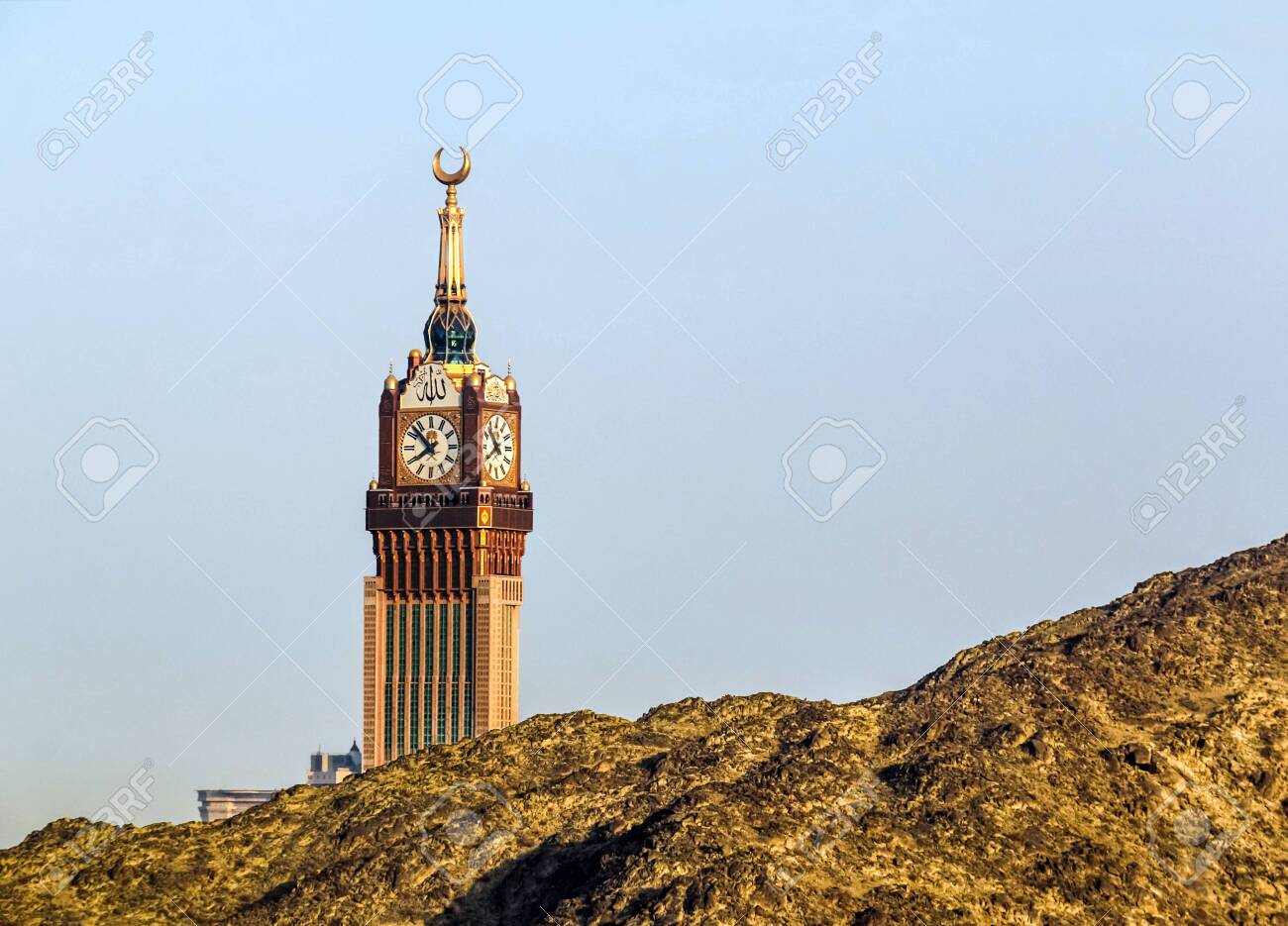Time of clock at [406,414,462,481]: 7:52
